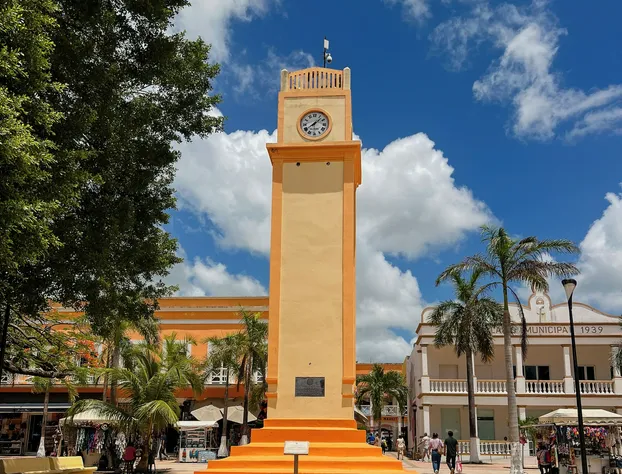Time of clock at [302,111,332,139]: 8:07
